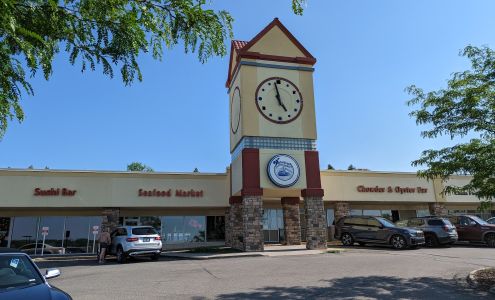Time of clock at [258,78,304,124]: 4:57
